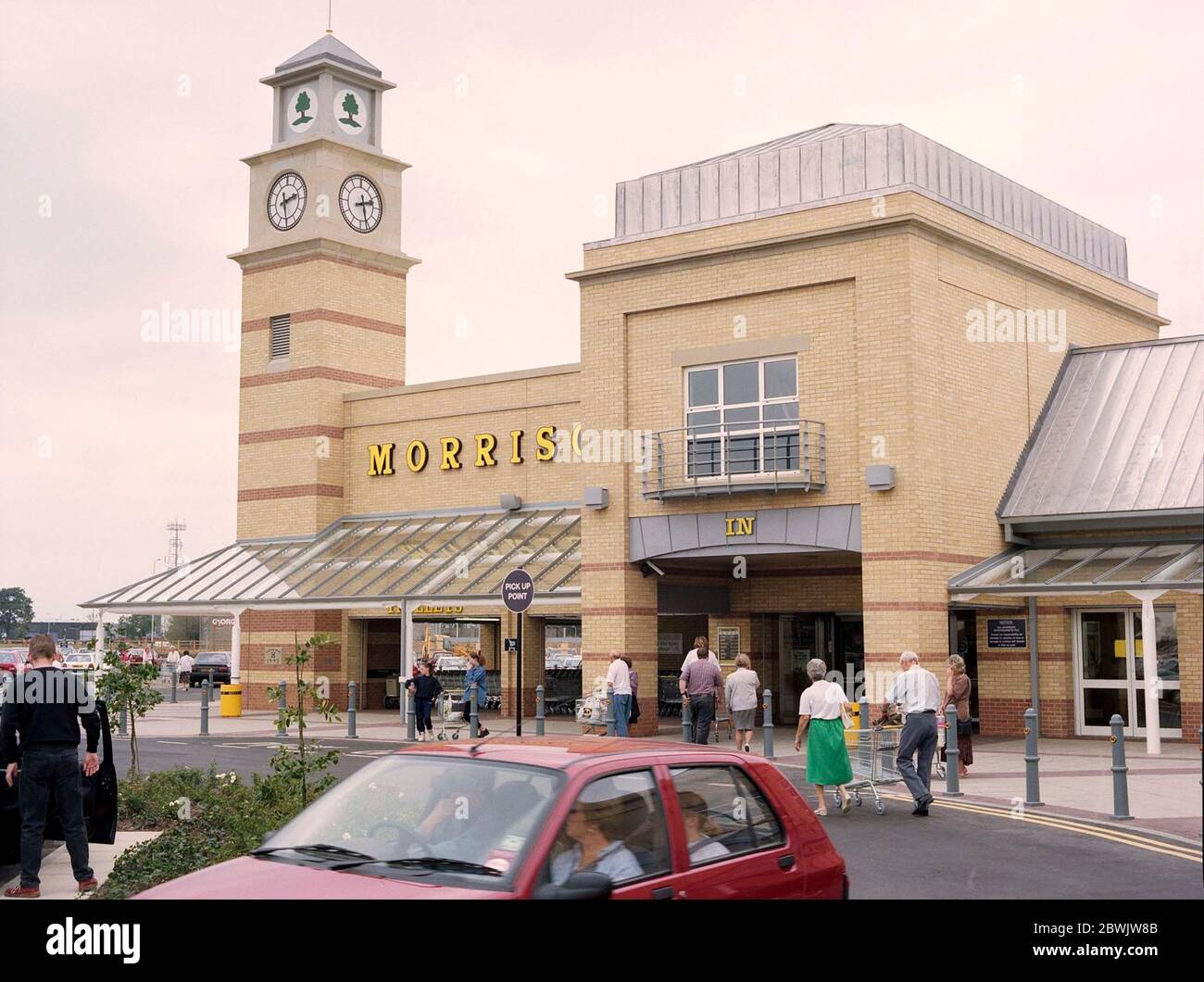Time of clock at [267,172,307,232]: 2:29
